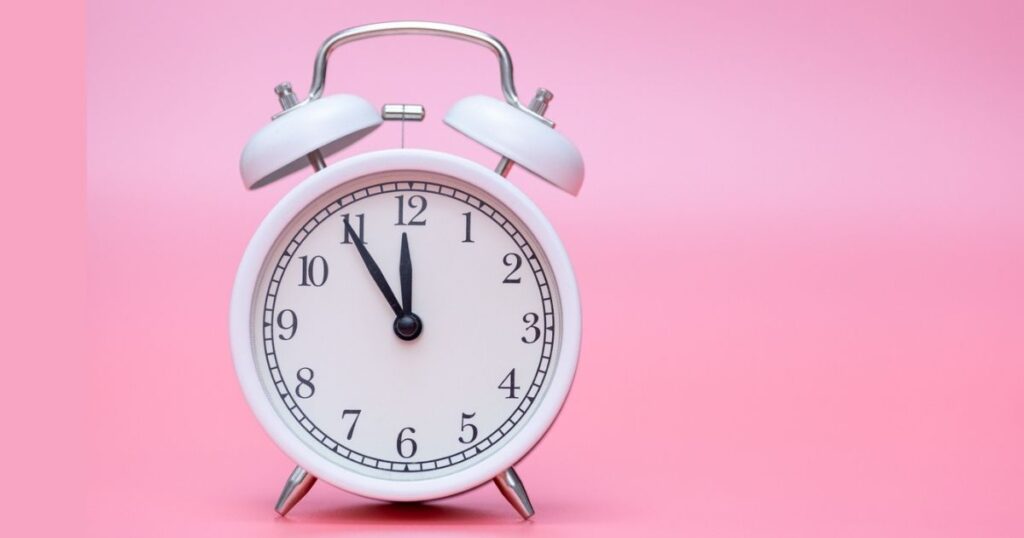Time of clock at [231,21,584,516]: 11:54
